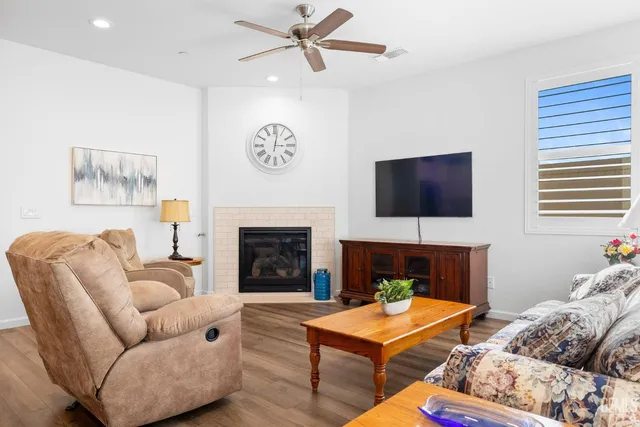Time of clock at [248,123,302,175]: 3:01
